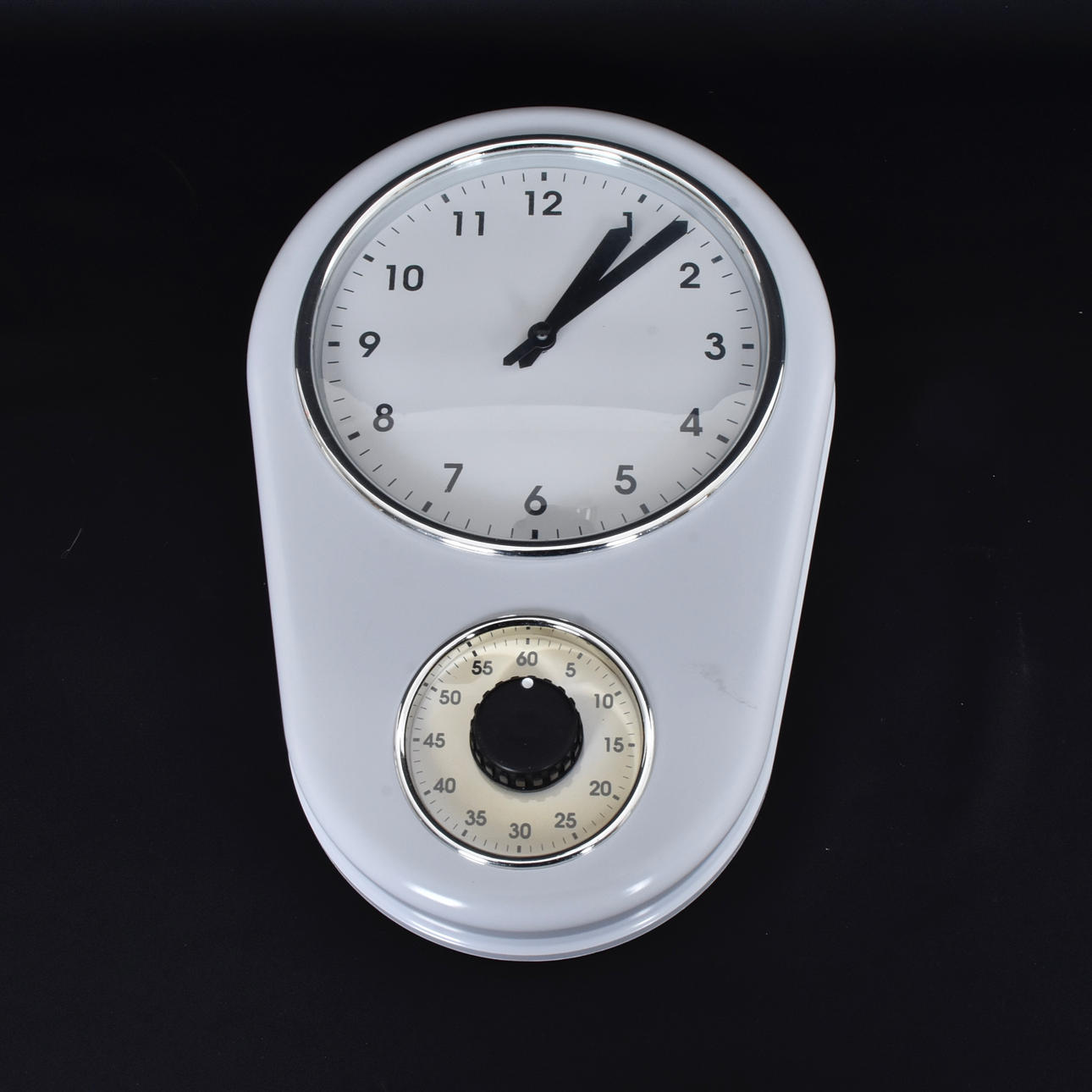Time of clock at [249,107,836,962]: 1:07
